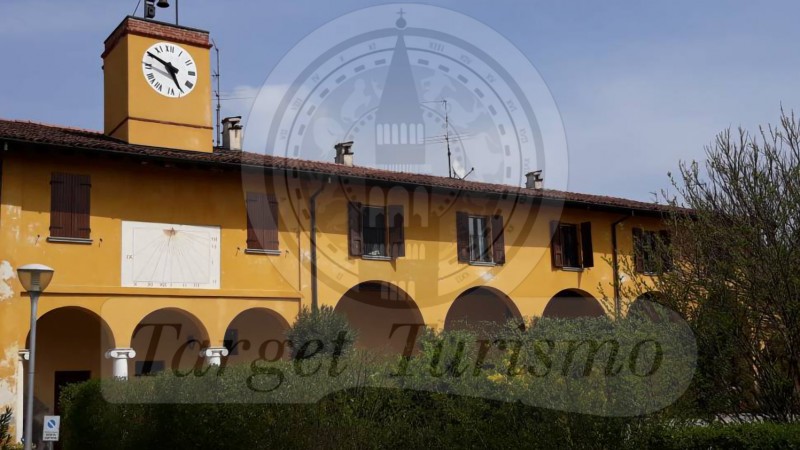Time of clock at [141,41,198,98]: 4:50
